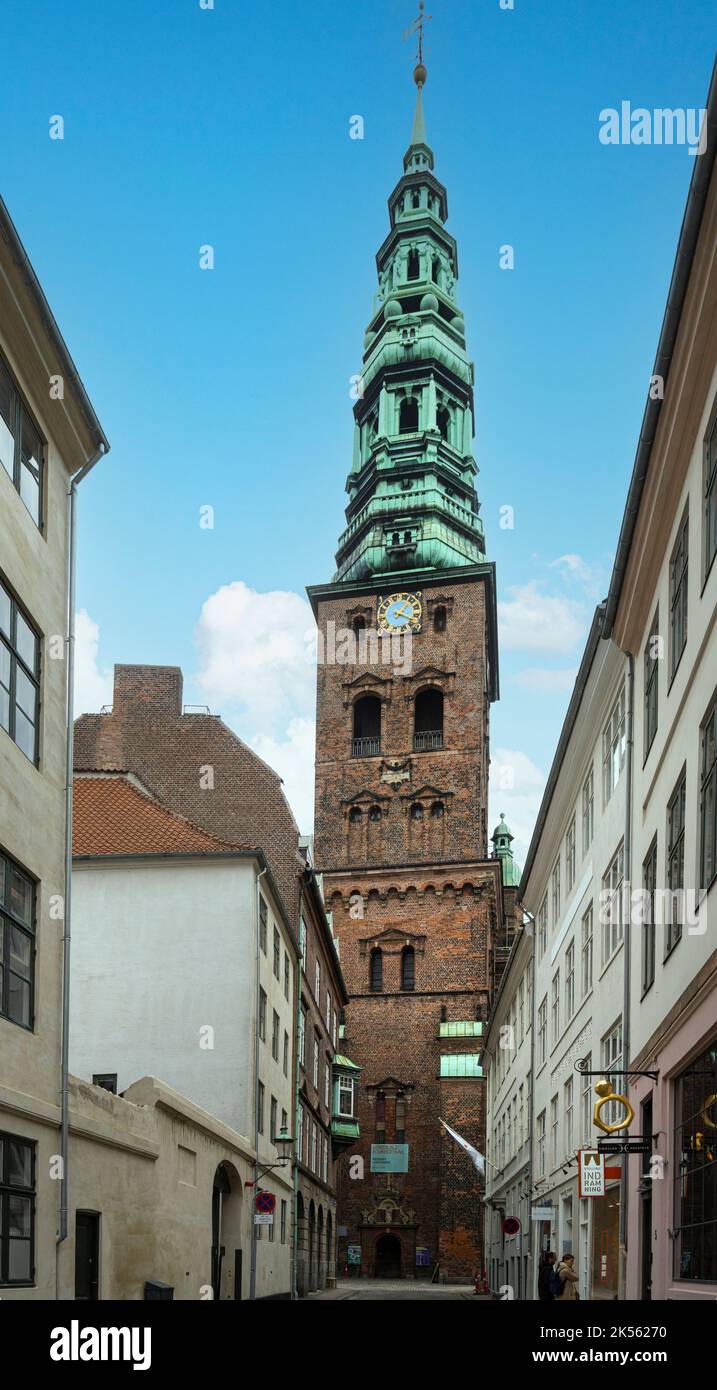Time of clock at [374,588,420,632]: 1:18
